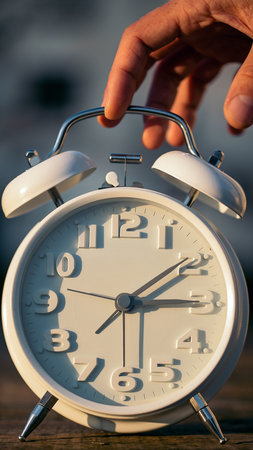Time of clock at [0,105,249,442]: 3:09
